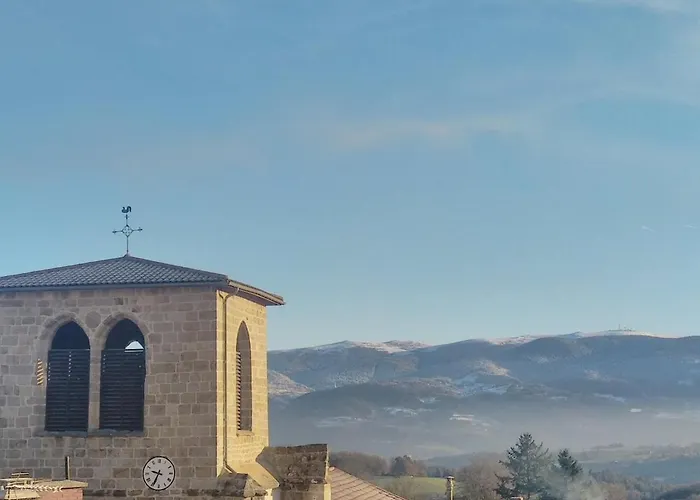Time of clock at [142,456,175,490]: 9:34
